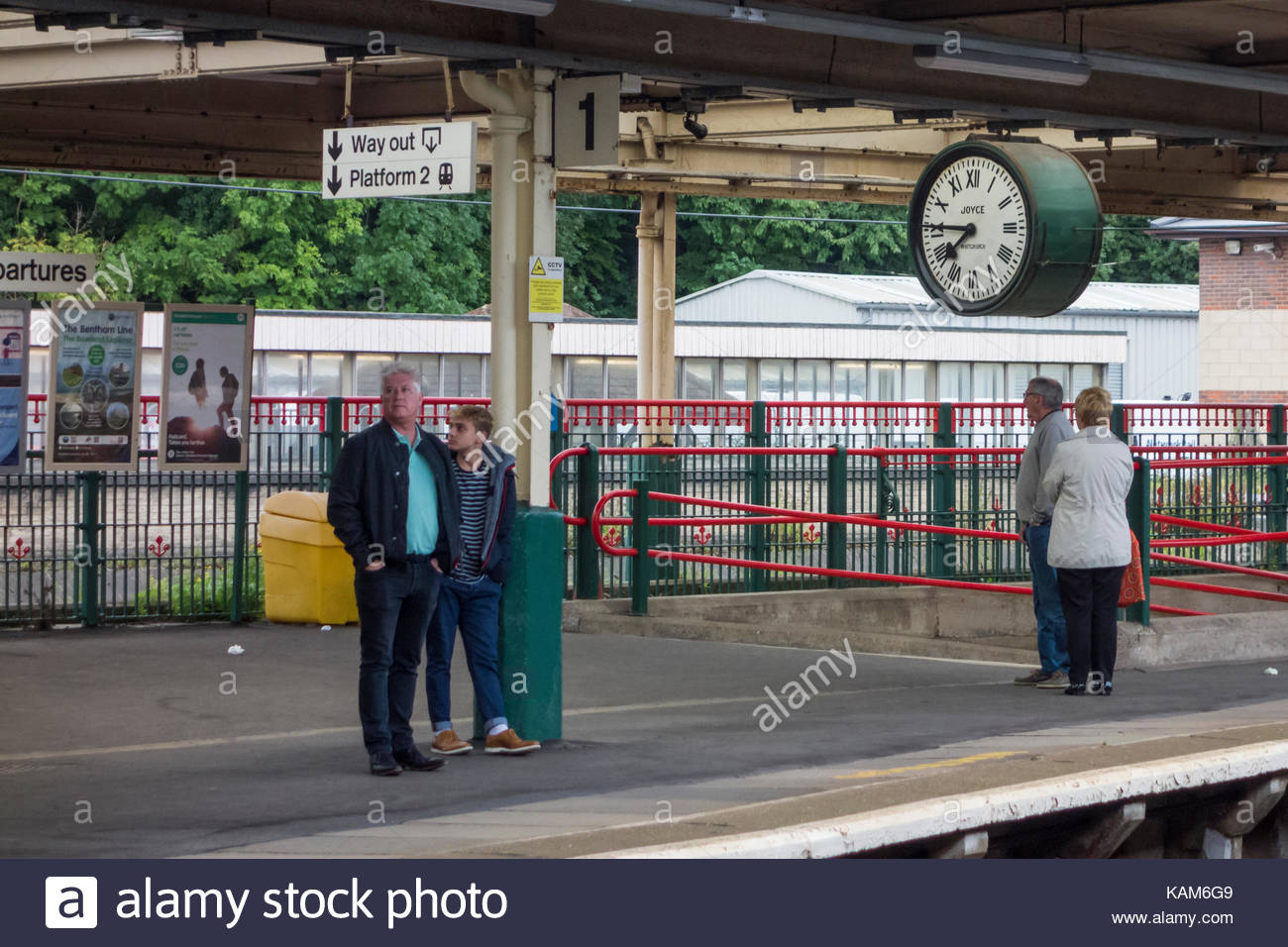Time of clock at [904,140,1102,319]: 7:45
